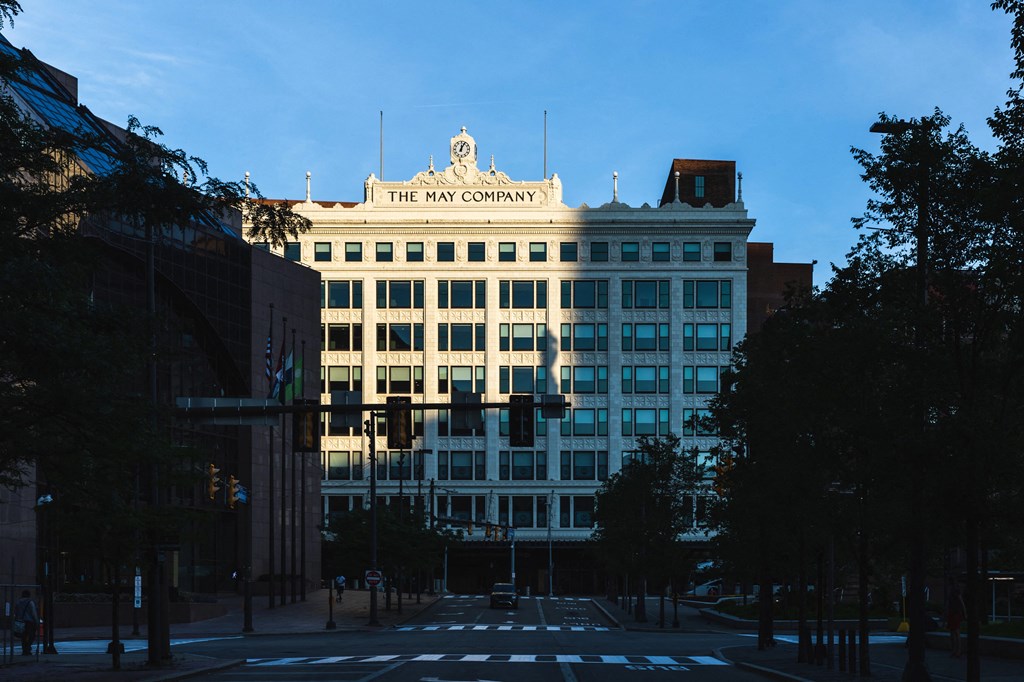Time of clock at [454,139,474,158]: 12:04
